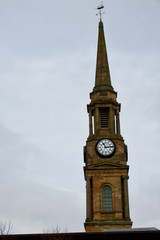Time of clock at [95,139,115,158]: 11:13
